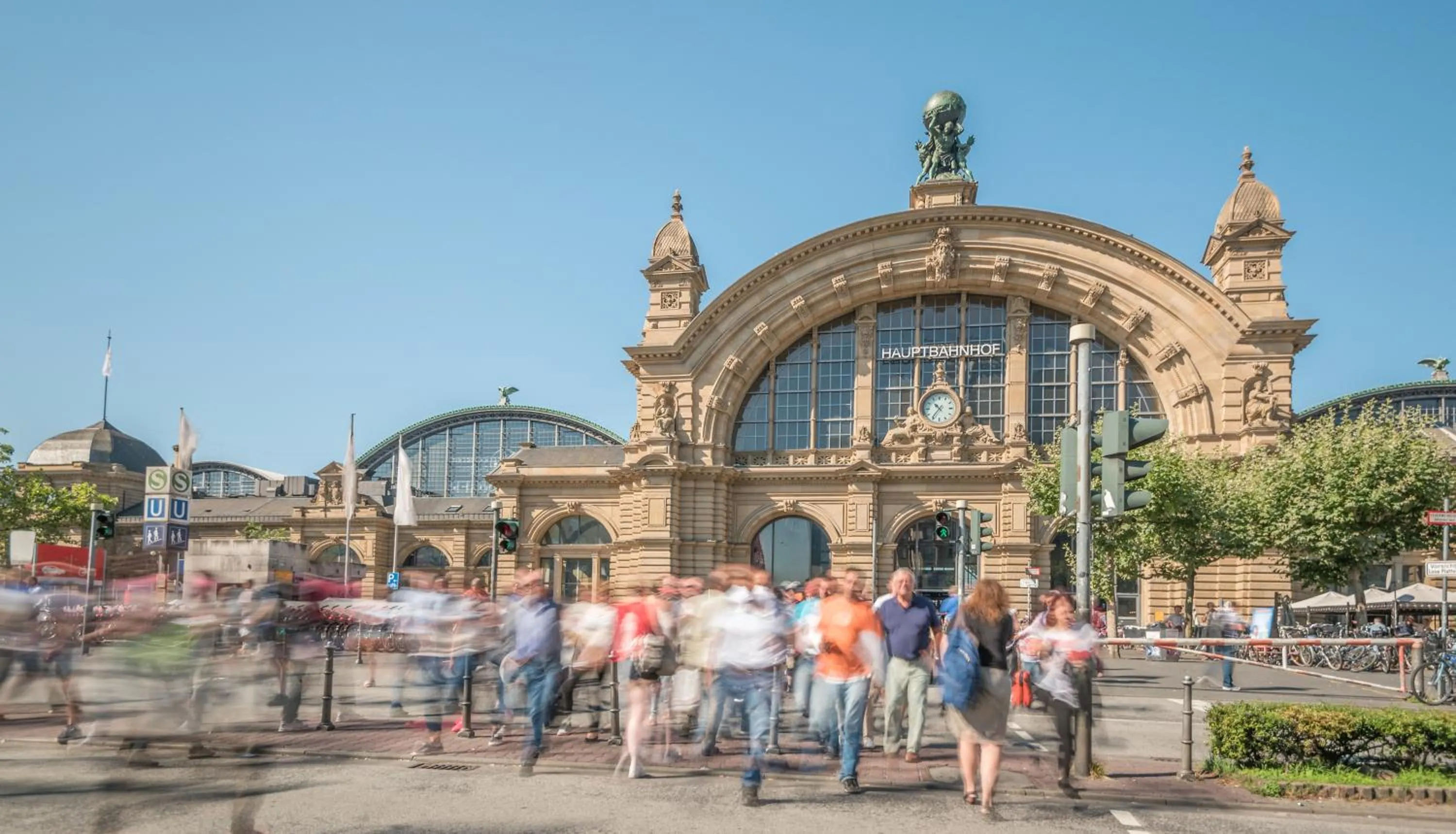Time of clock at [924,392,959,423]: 10:36
